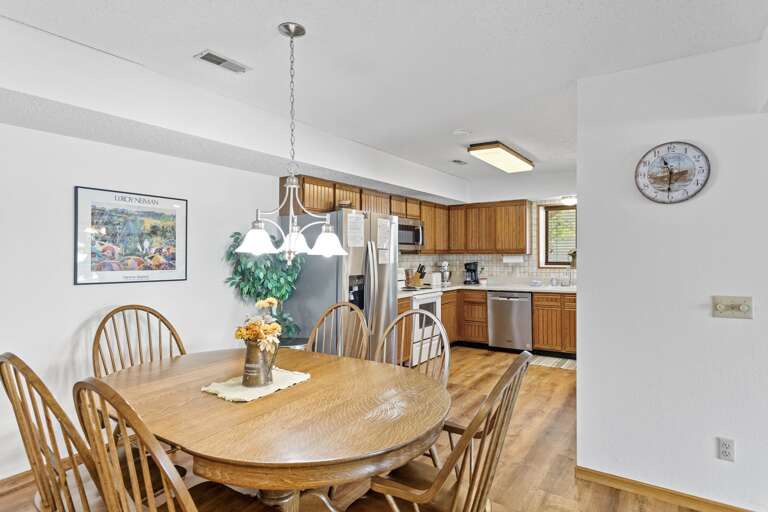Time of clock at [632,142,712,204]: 11:31
